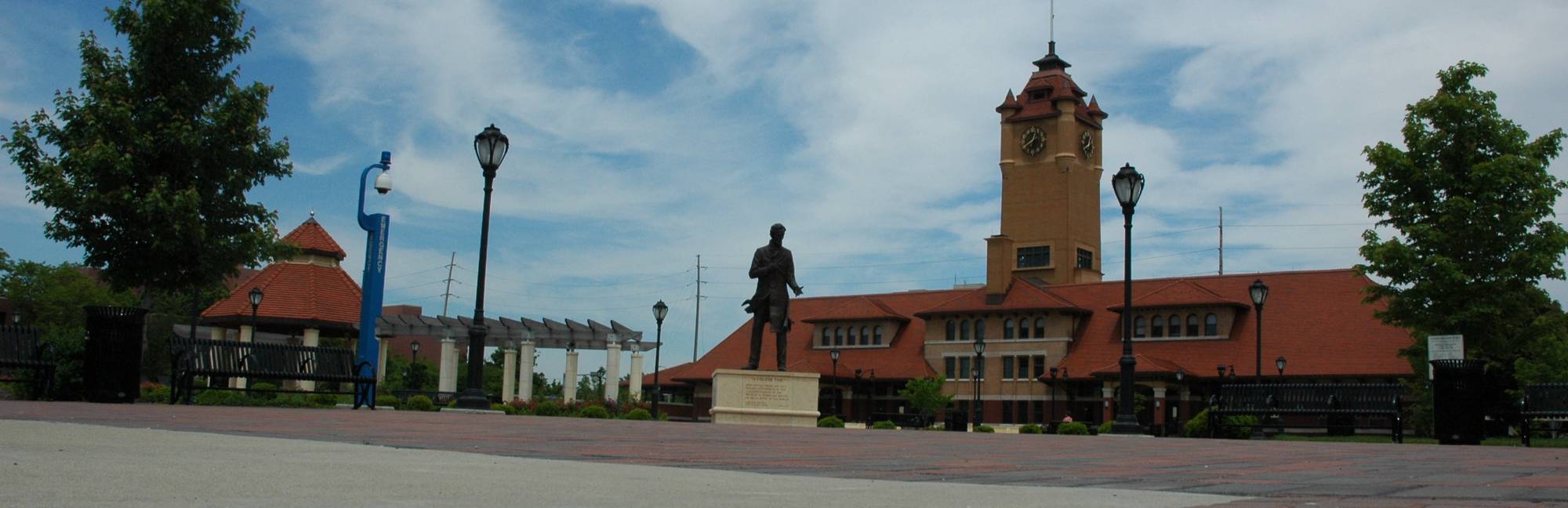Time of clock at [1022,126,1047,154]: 12:40
